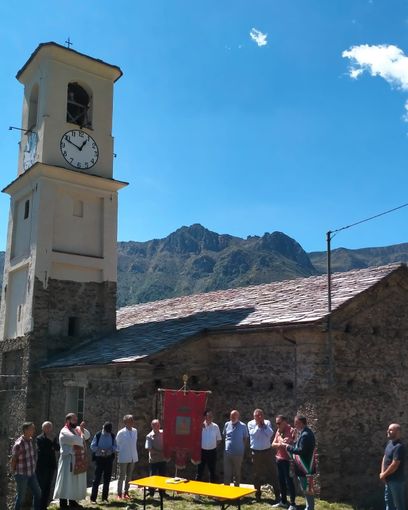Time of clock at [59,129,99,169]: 12:48
